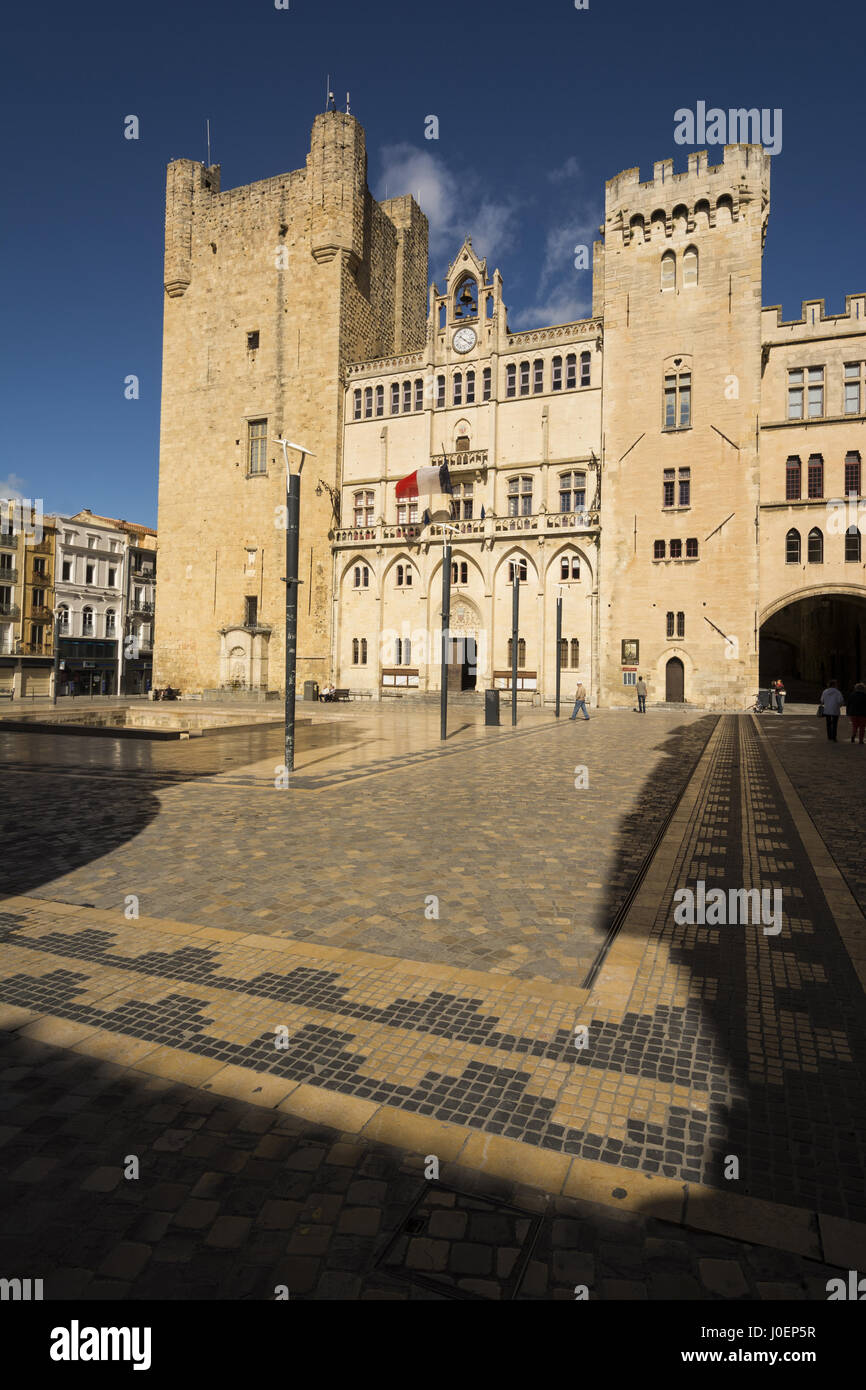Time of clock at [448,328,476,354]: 10:21
